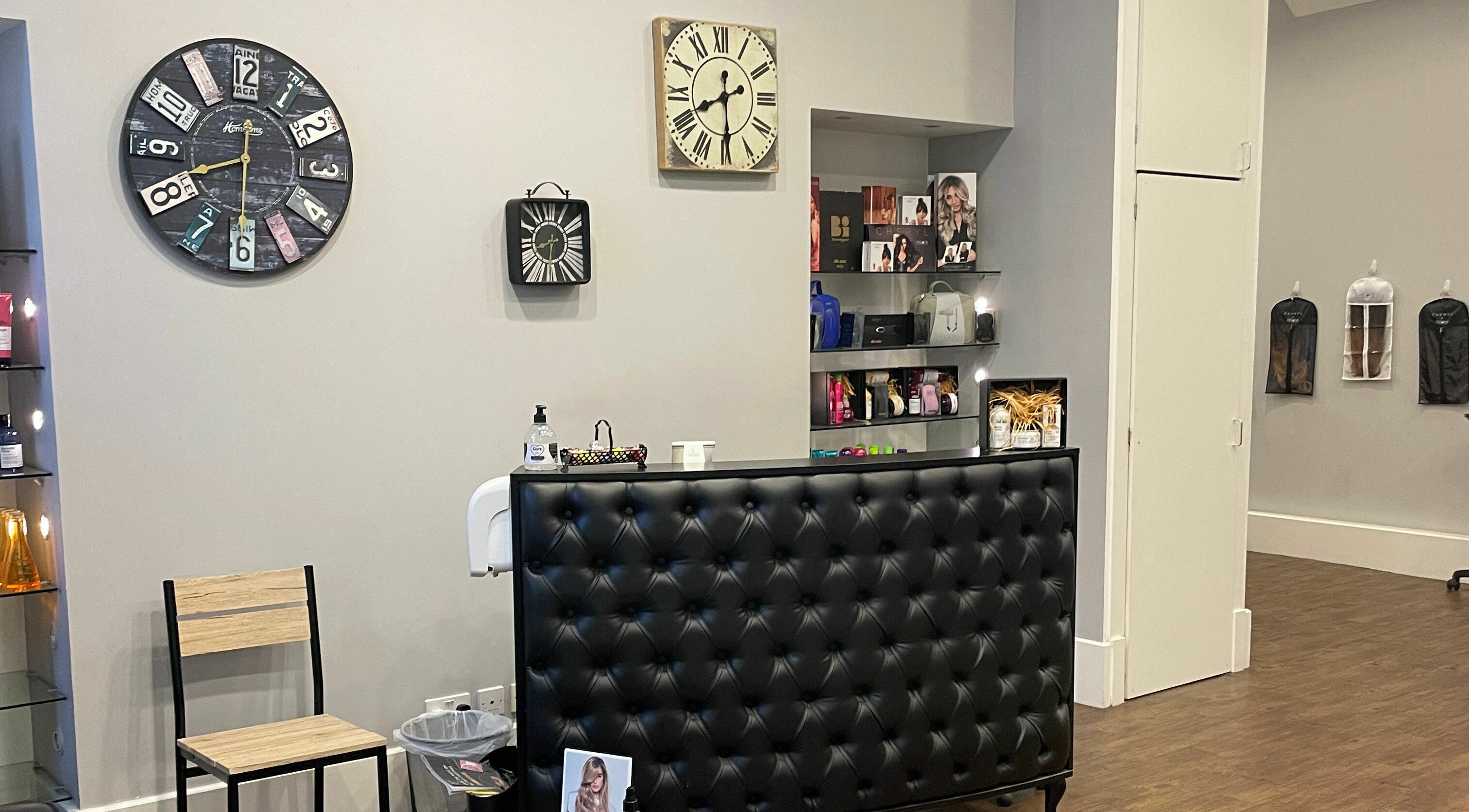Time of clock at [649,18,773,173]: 8:29
